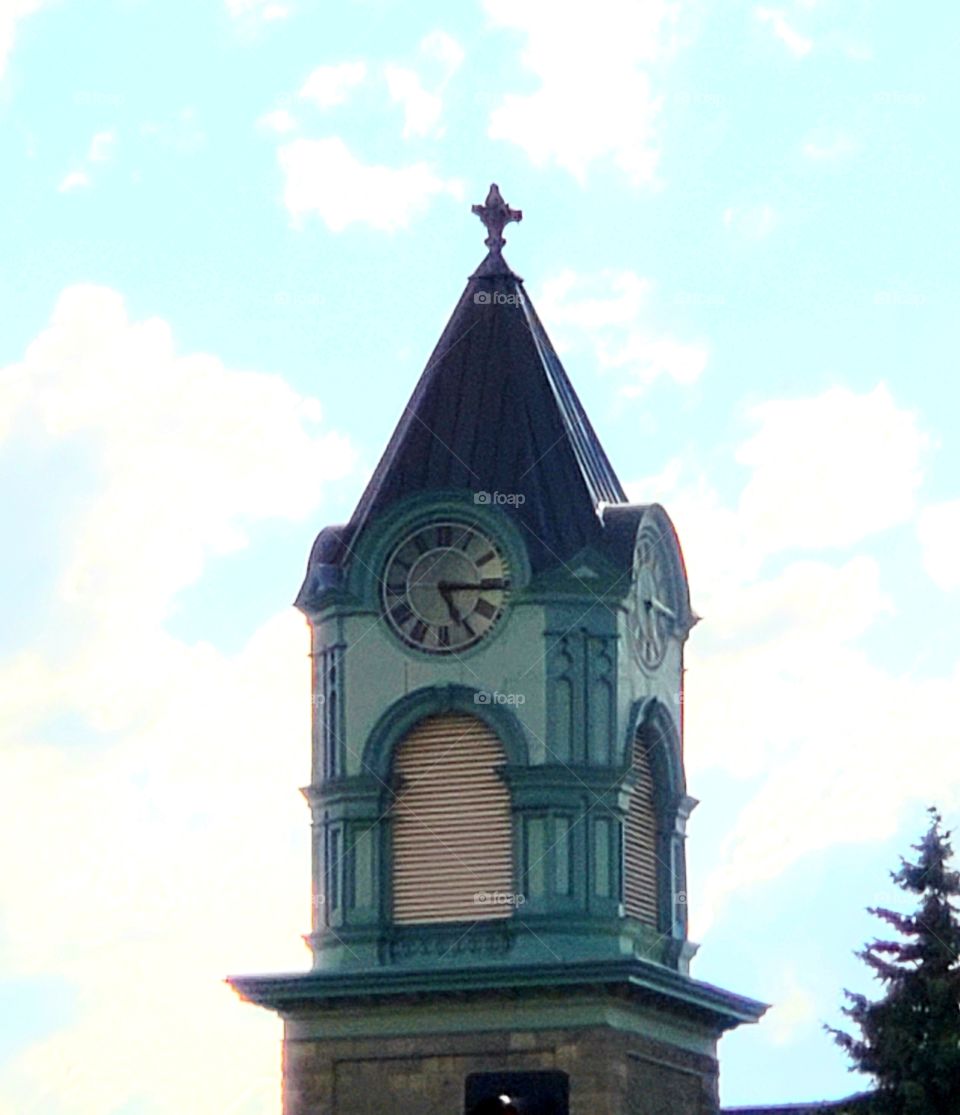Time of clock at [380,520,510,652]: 5:15
